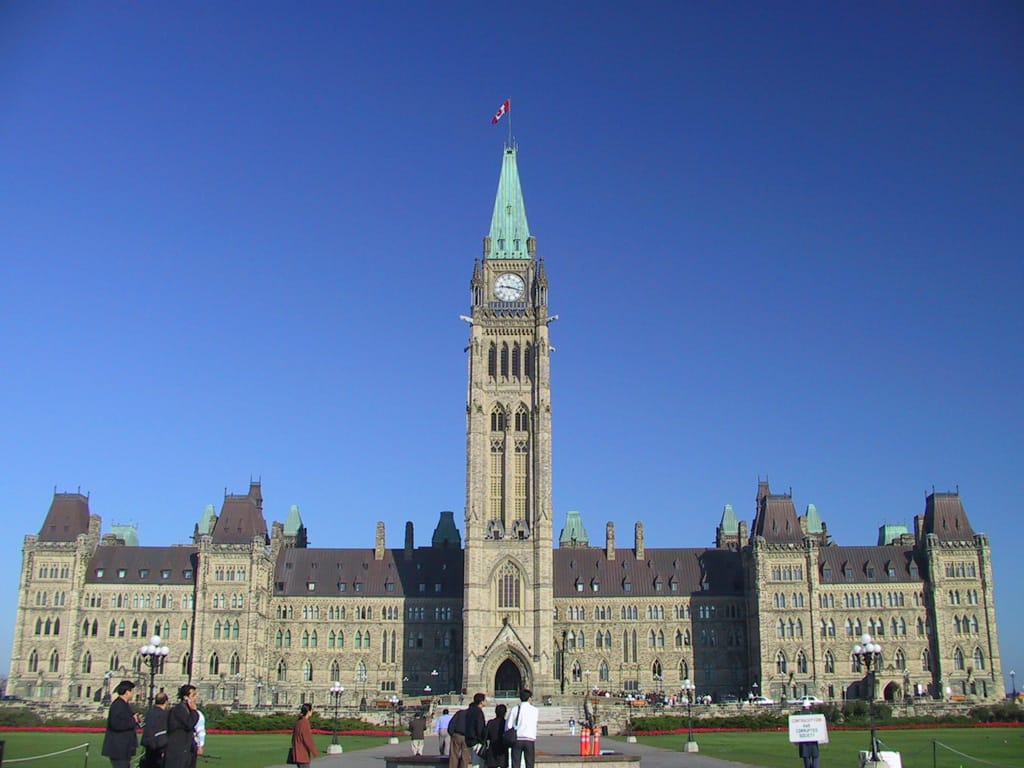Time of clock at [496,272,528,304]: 9:17
